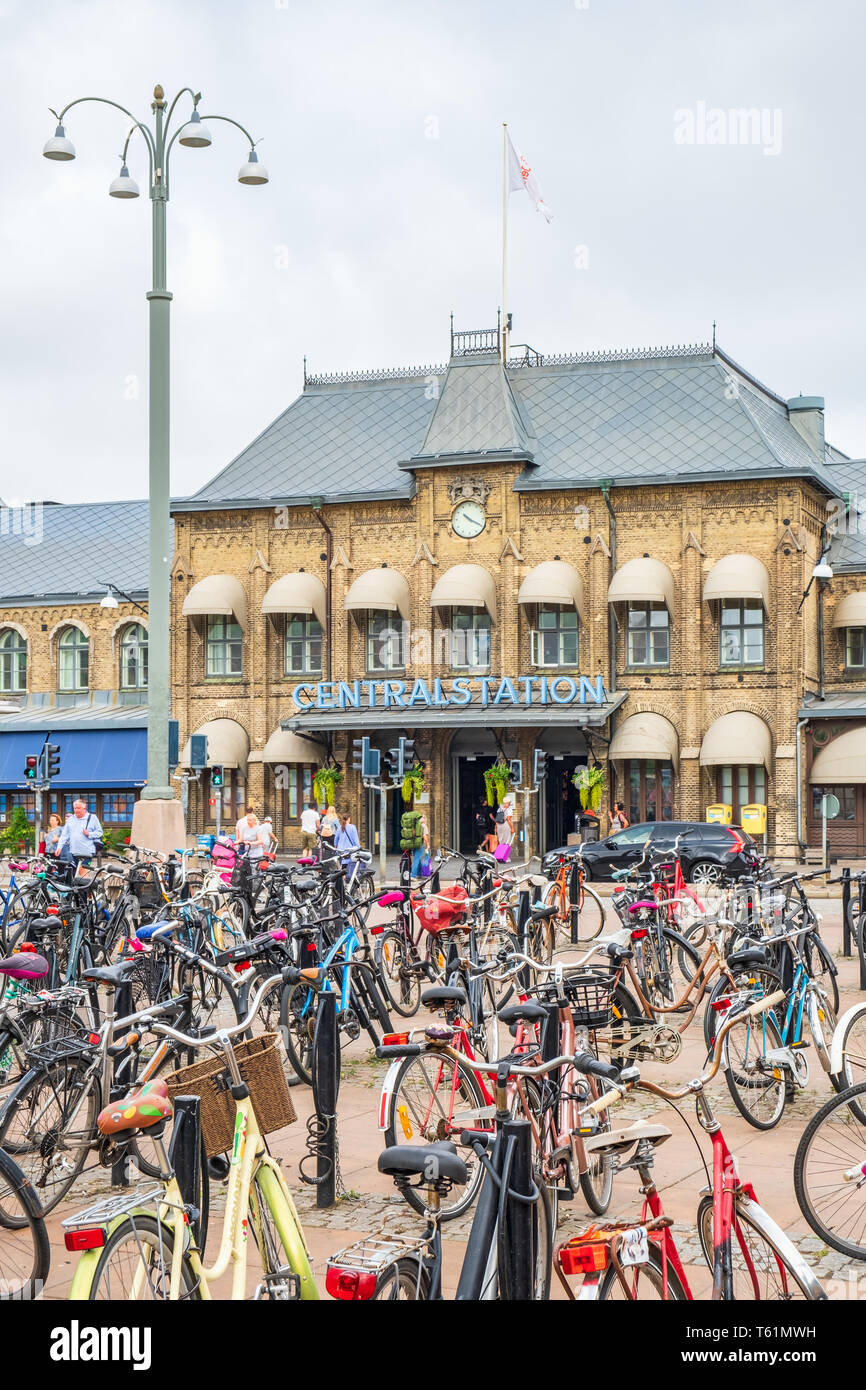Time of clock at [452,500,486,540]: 10:19
